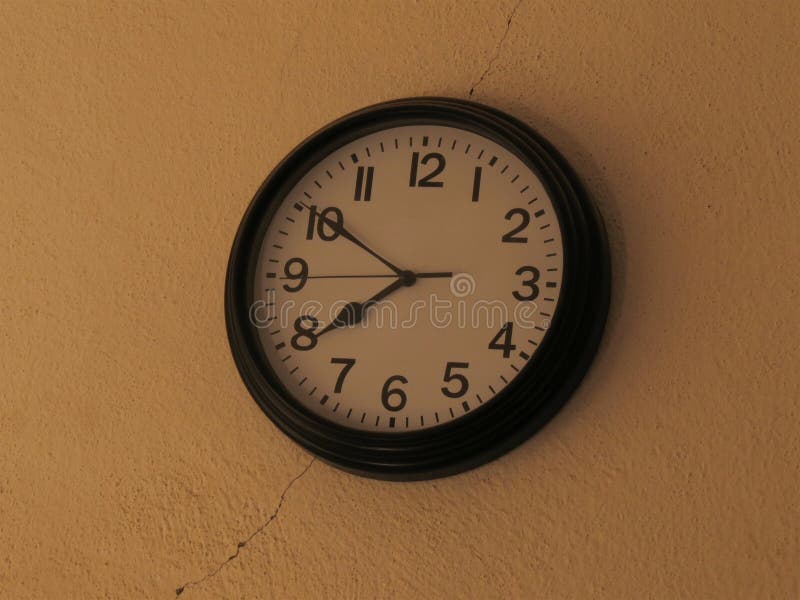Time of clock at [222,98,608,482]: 7:50
